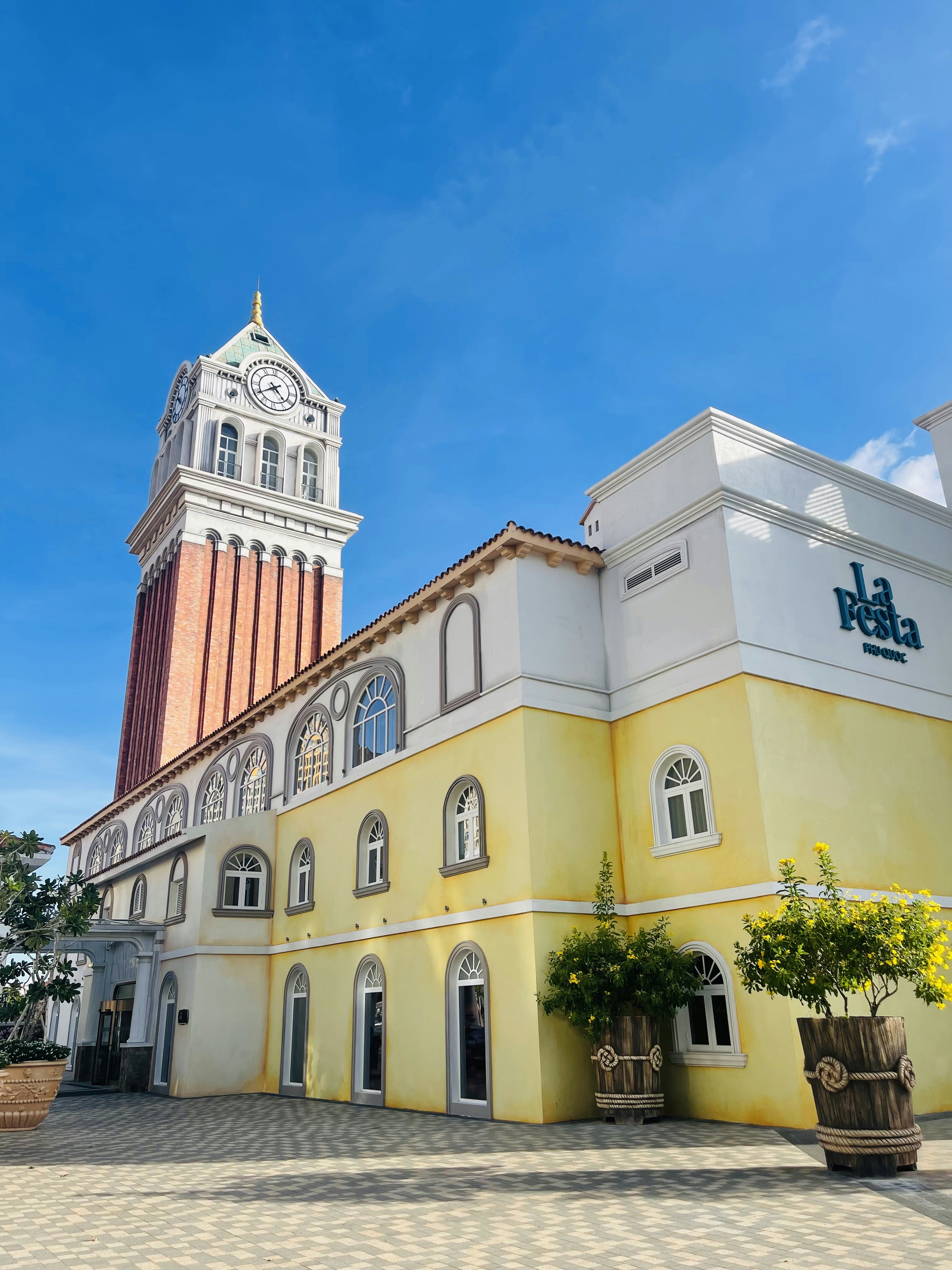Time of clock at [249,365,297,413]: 4:39
